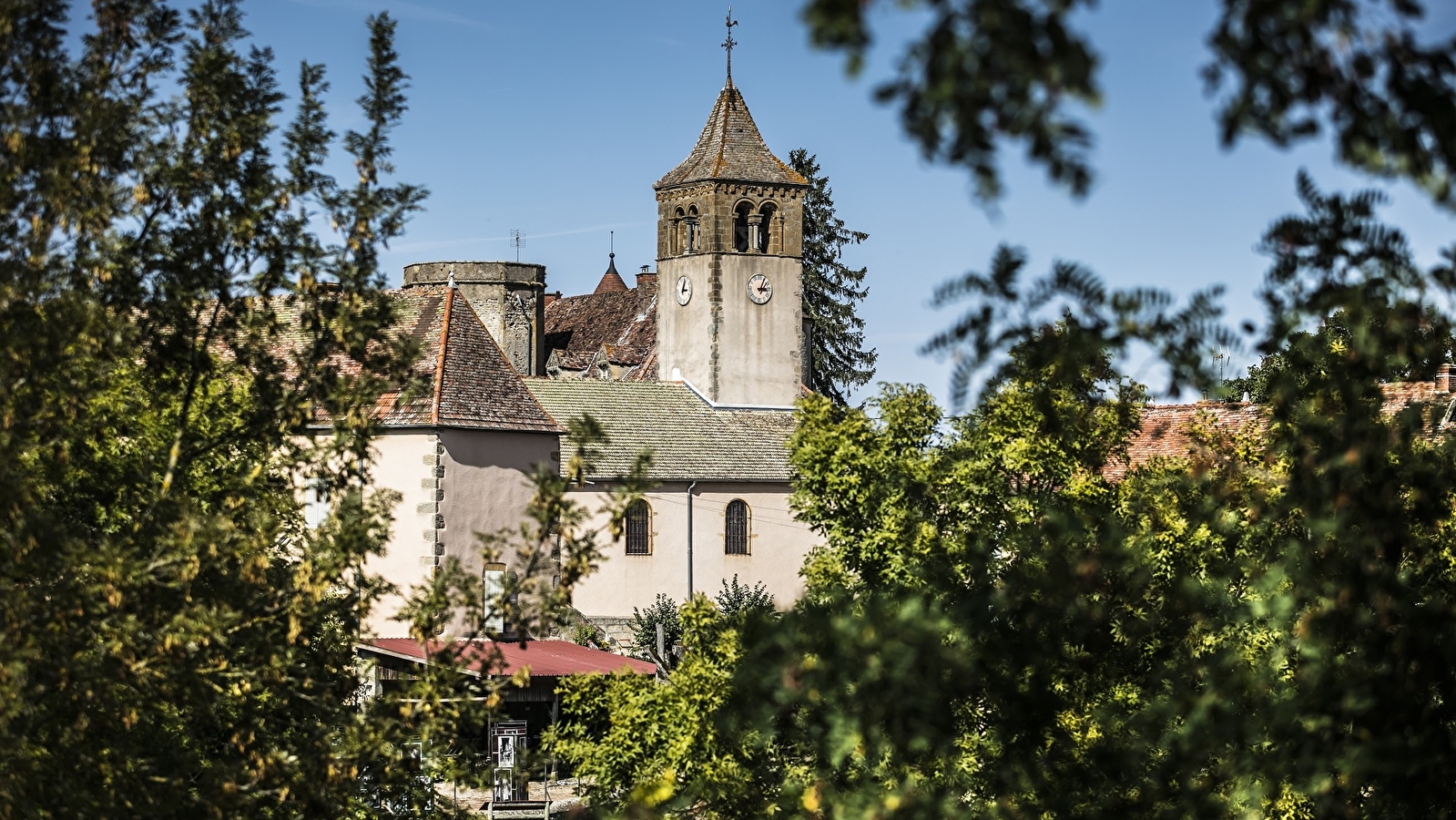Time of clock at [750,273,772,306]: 3:04
